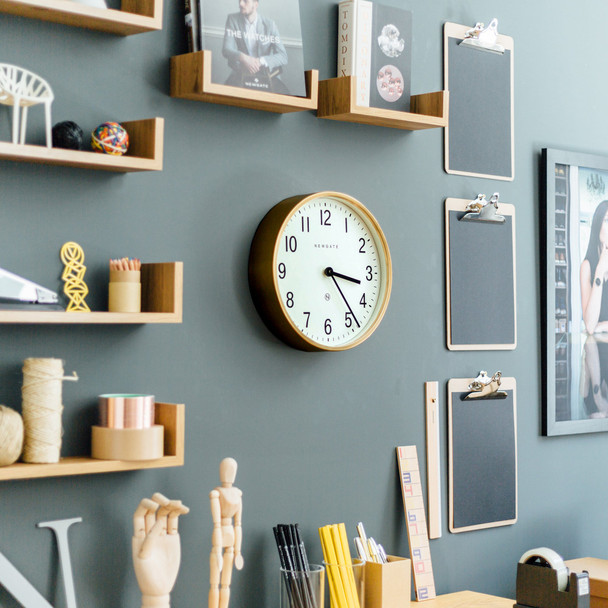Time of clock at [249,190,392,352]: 3:23
